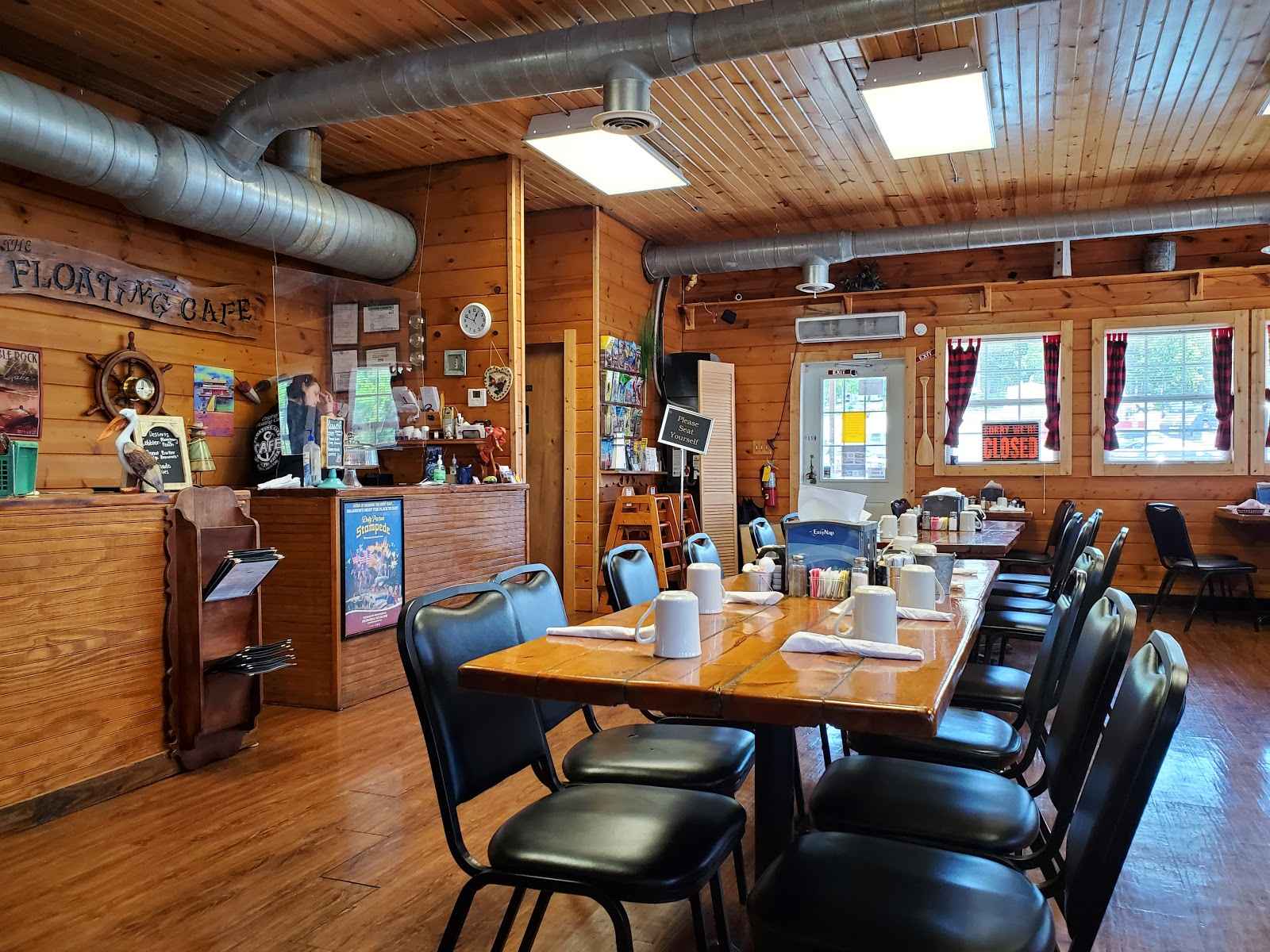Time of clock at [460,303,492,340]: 12:48
